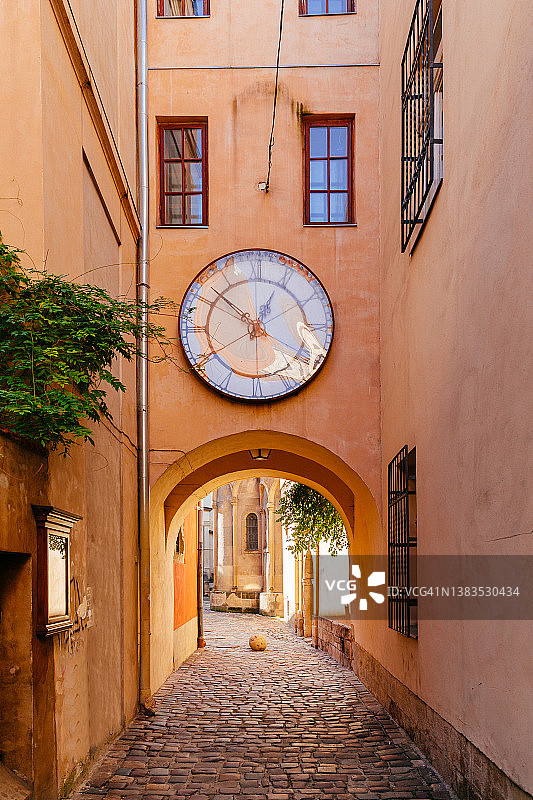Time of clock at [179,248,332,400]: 12:51
